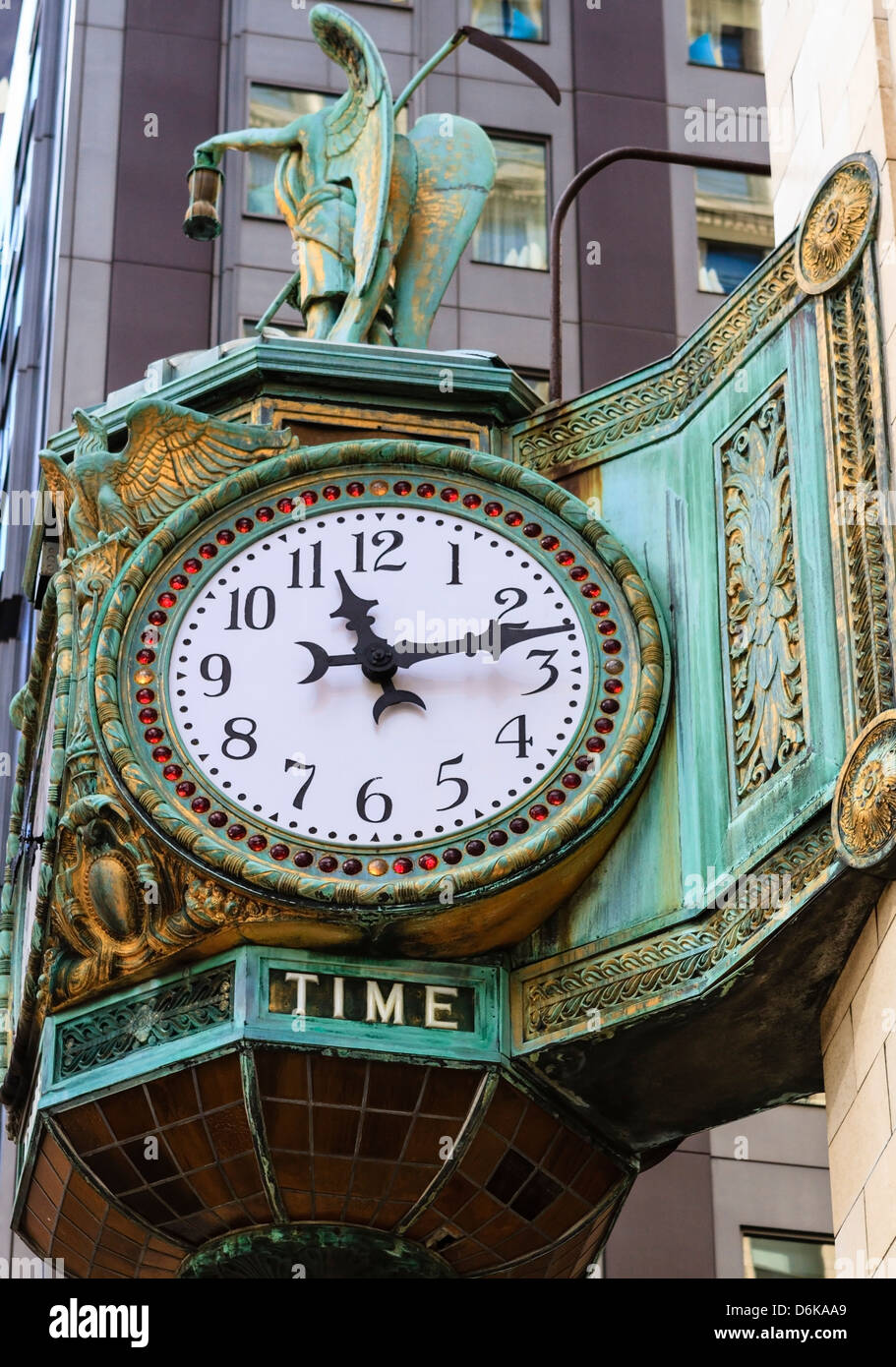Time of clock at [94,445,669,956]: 11:12
